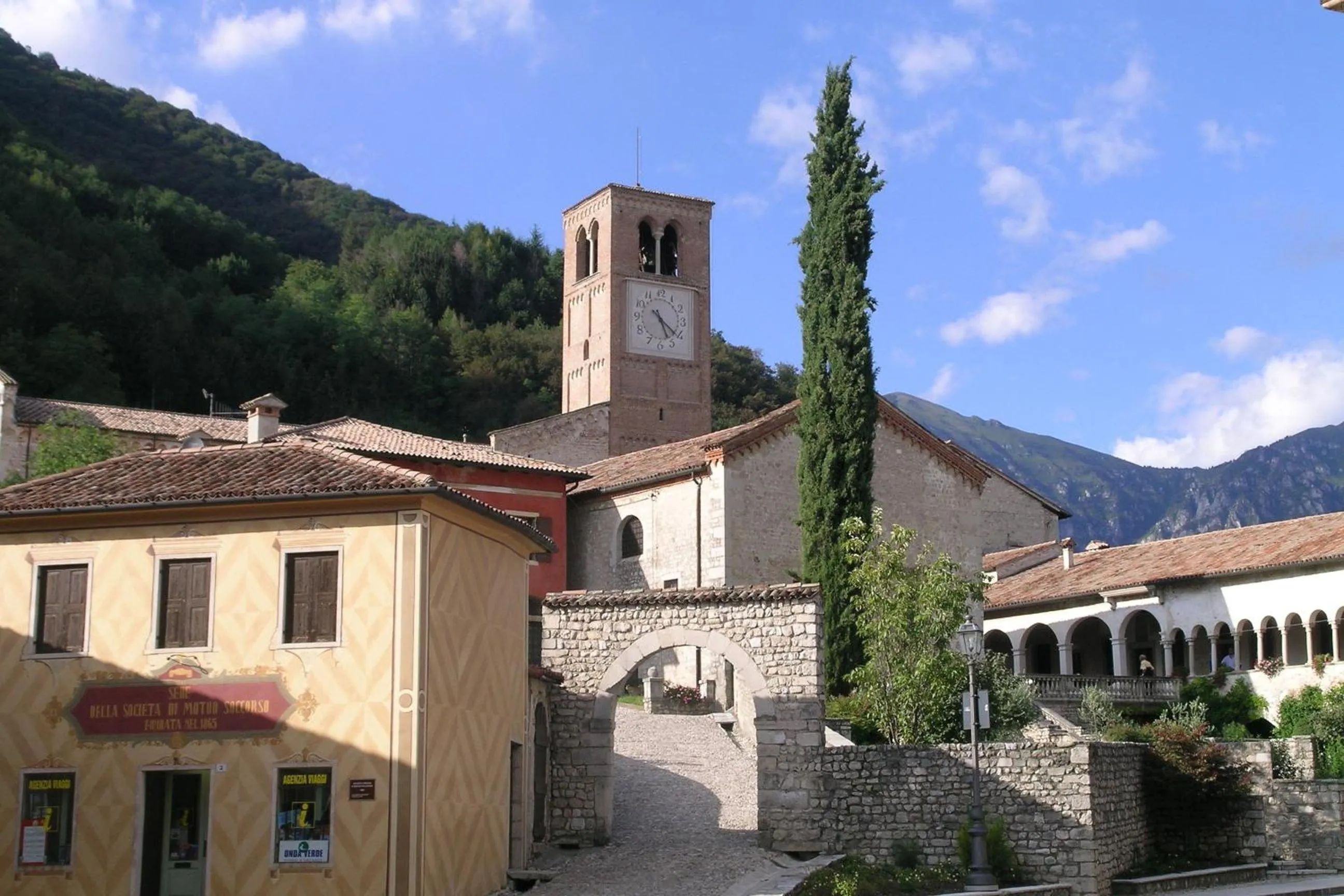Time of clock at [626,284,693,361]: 5:21
